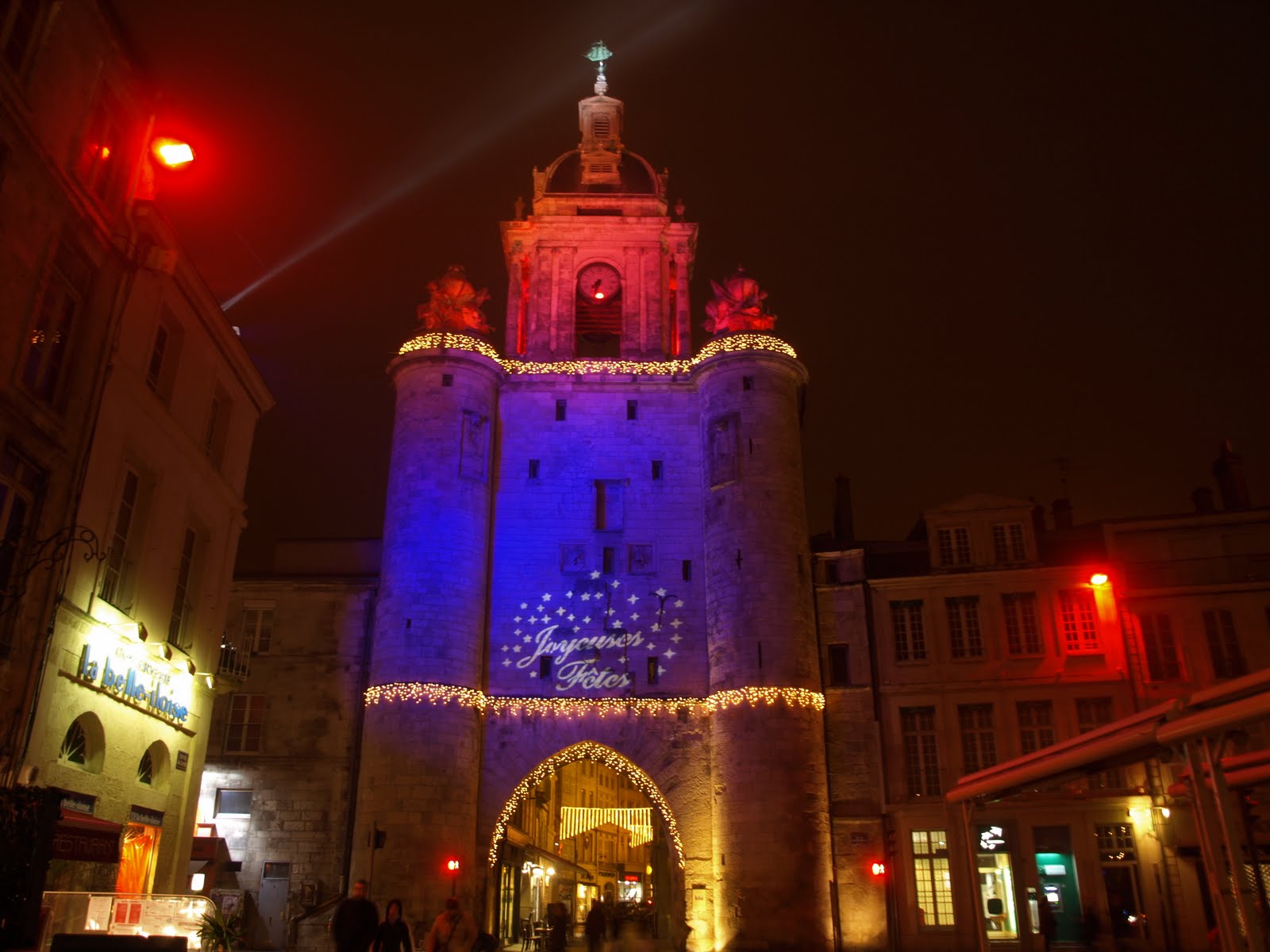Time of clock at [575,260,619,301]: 7:32
